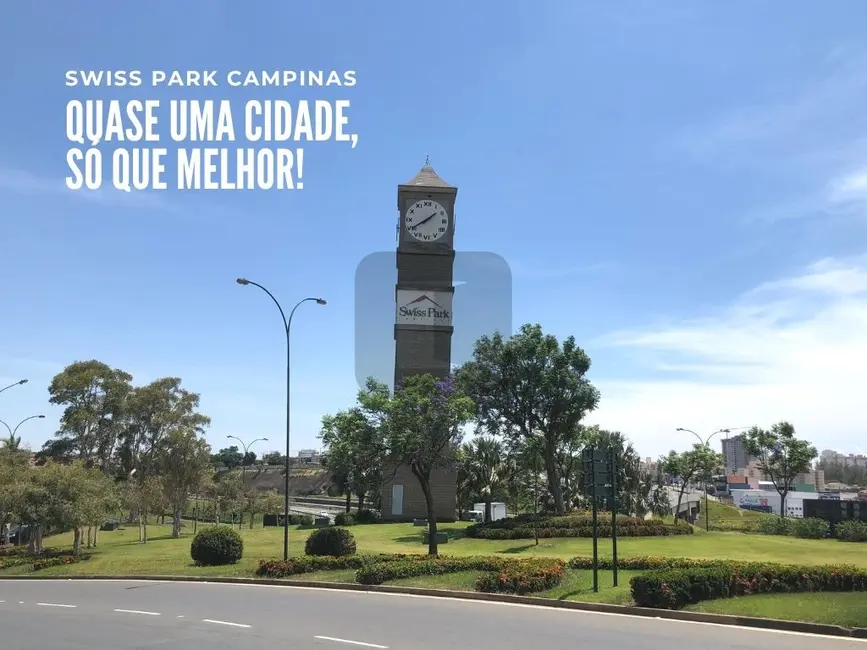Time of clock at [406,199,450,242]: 1:39
